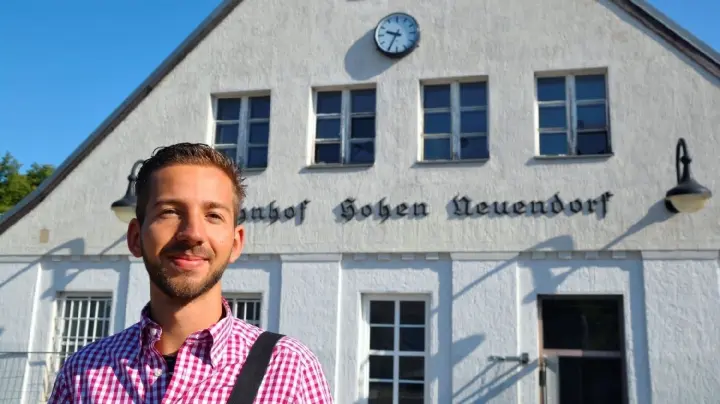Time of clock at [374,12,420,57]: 9:34
